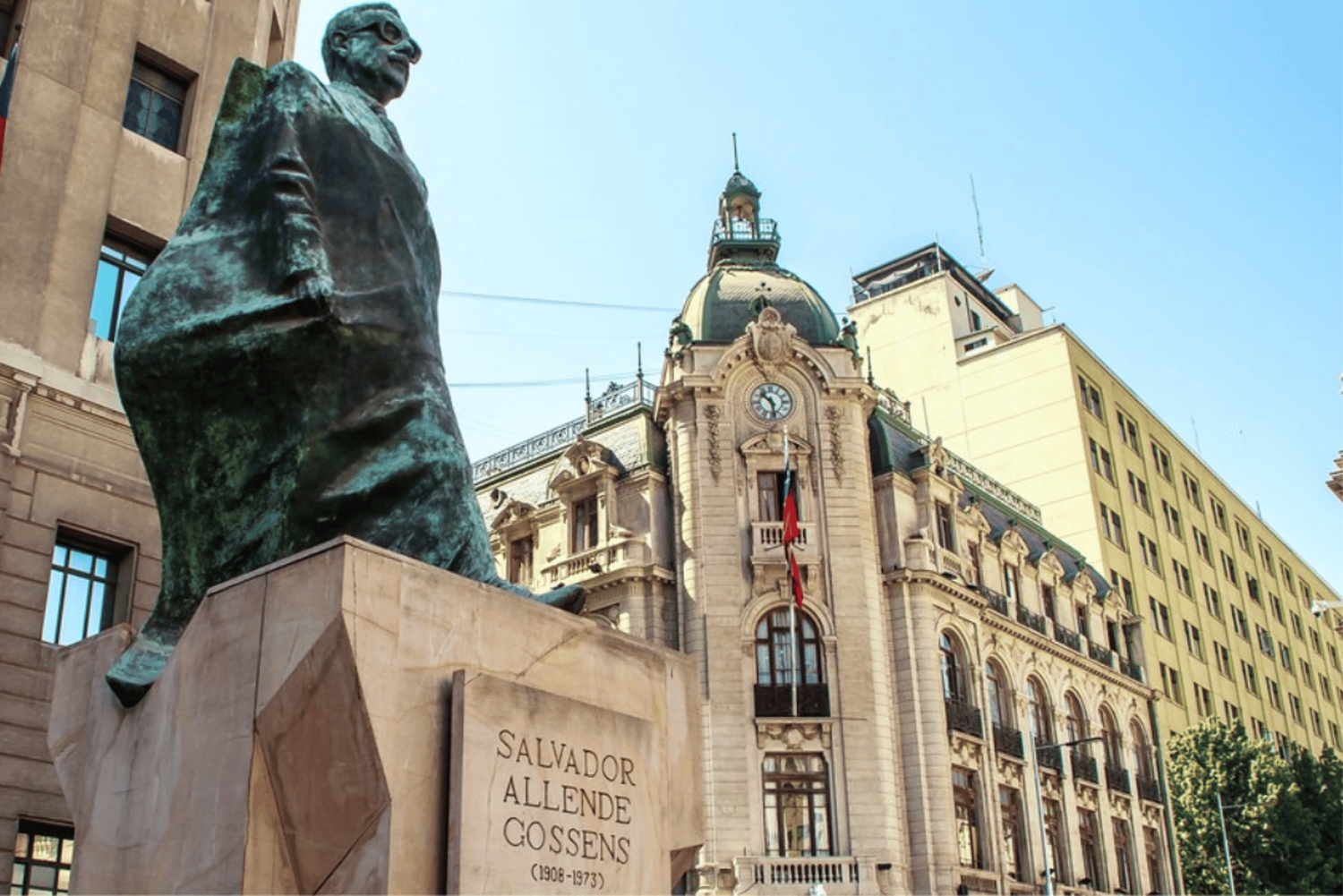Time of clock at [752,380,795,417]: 10:28
